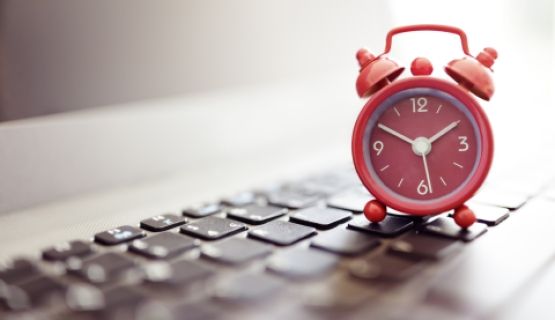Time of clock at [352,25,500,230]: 1:50
